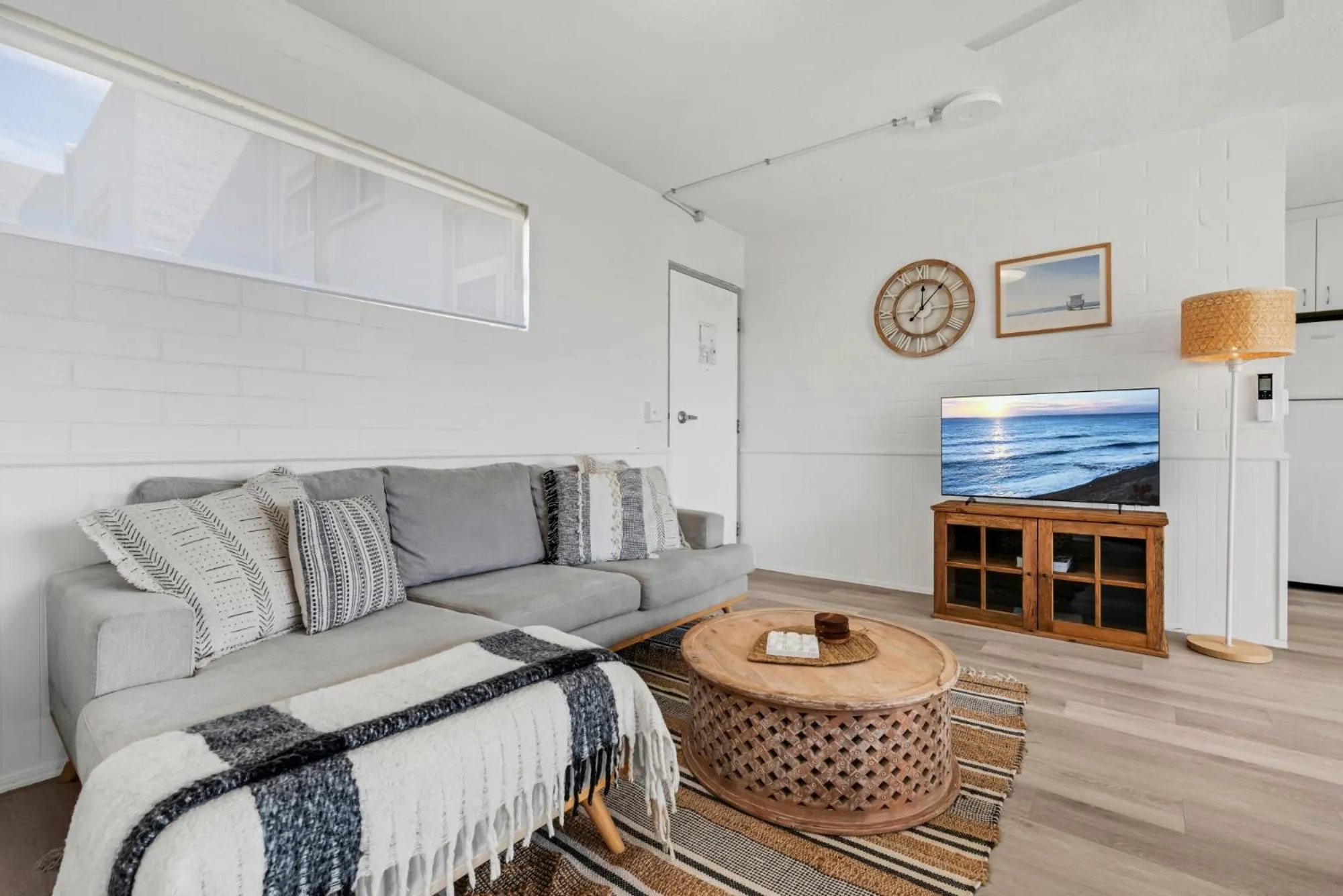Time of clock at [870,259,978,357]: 12:06
